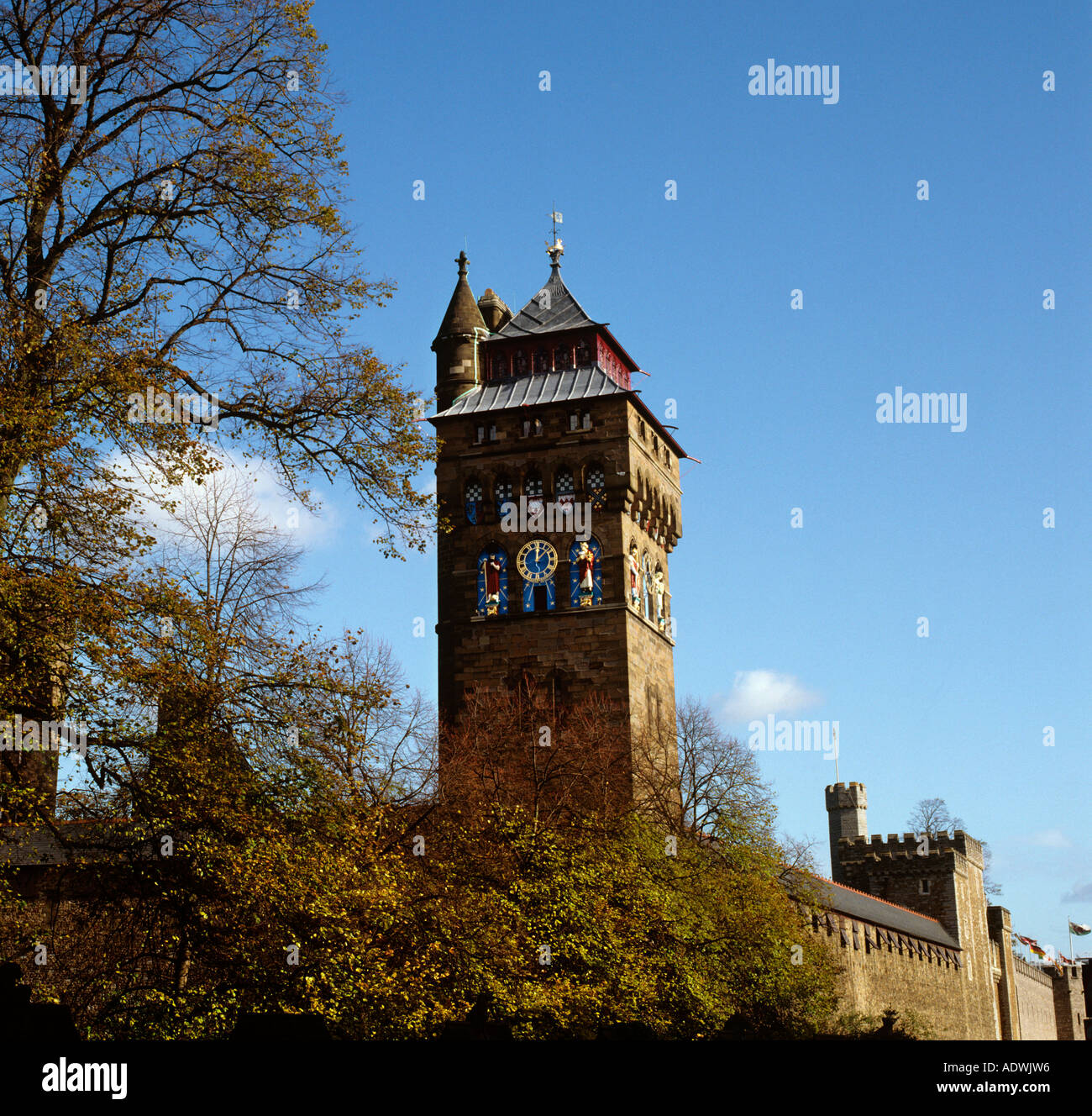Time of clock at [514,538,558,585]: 12:07
